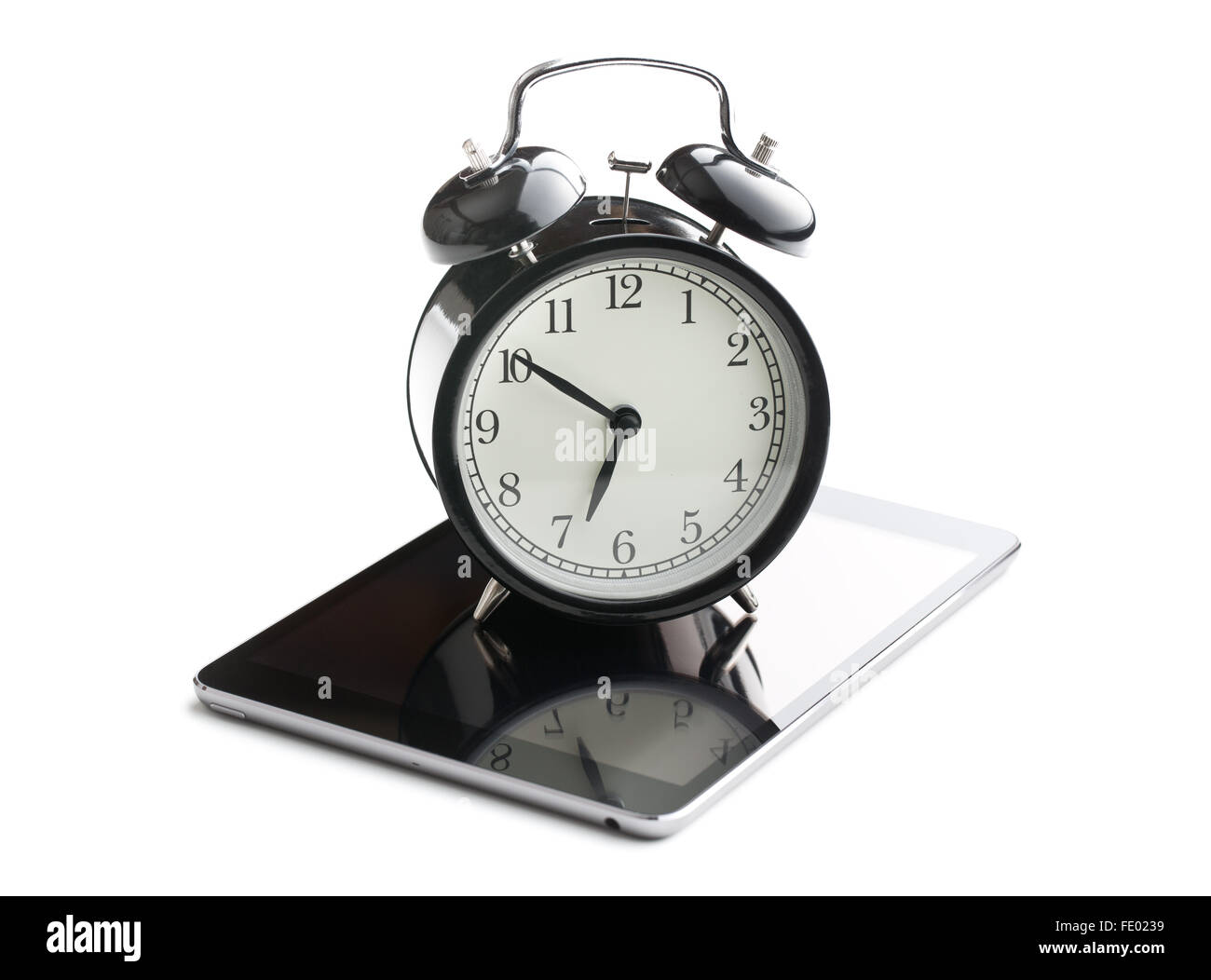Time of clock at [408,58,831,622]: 6:50
